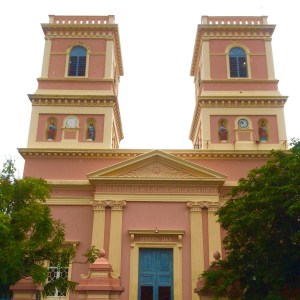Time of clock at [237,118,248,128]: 10:47
